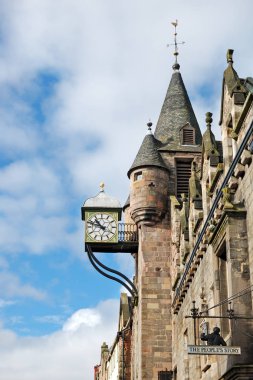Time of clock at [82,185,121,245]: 10:48
